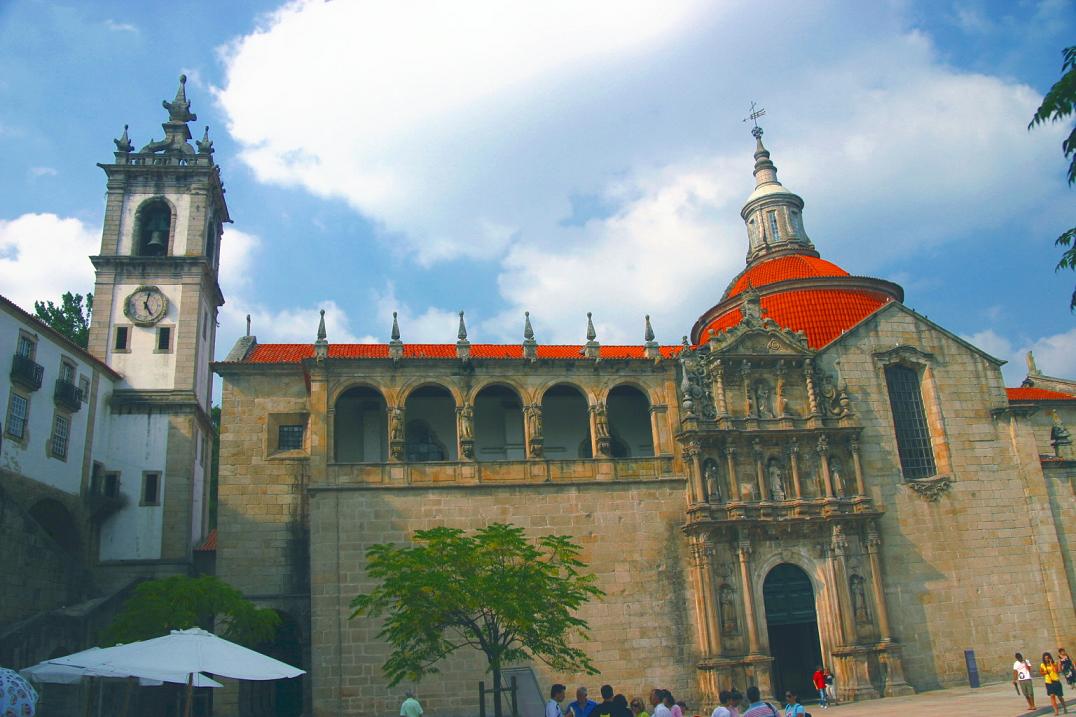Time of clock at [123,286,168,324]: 5:01
